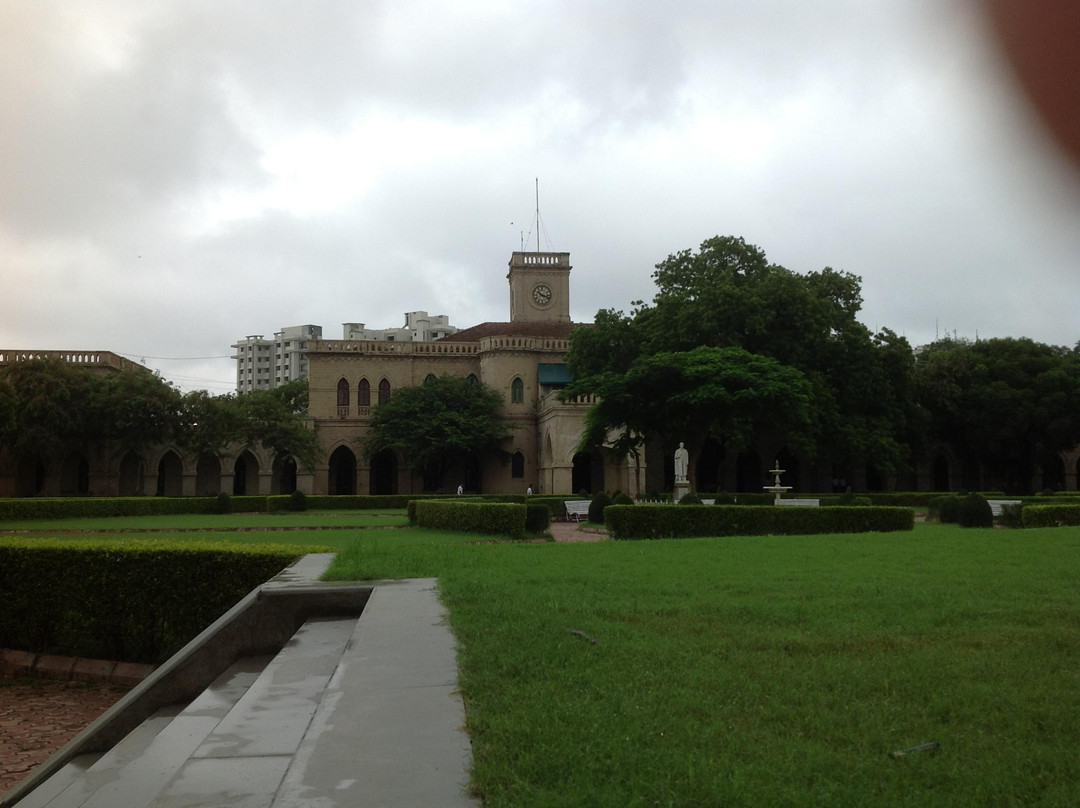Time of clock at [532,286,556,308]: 10:17
